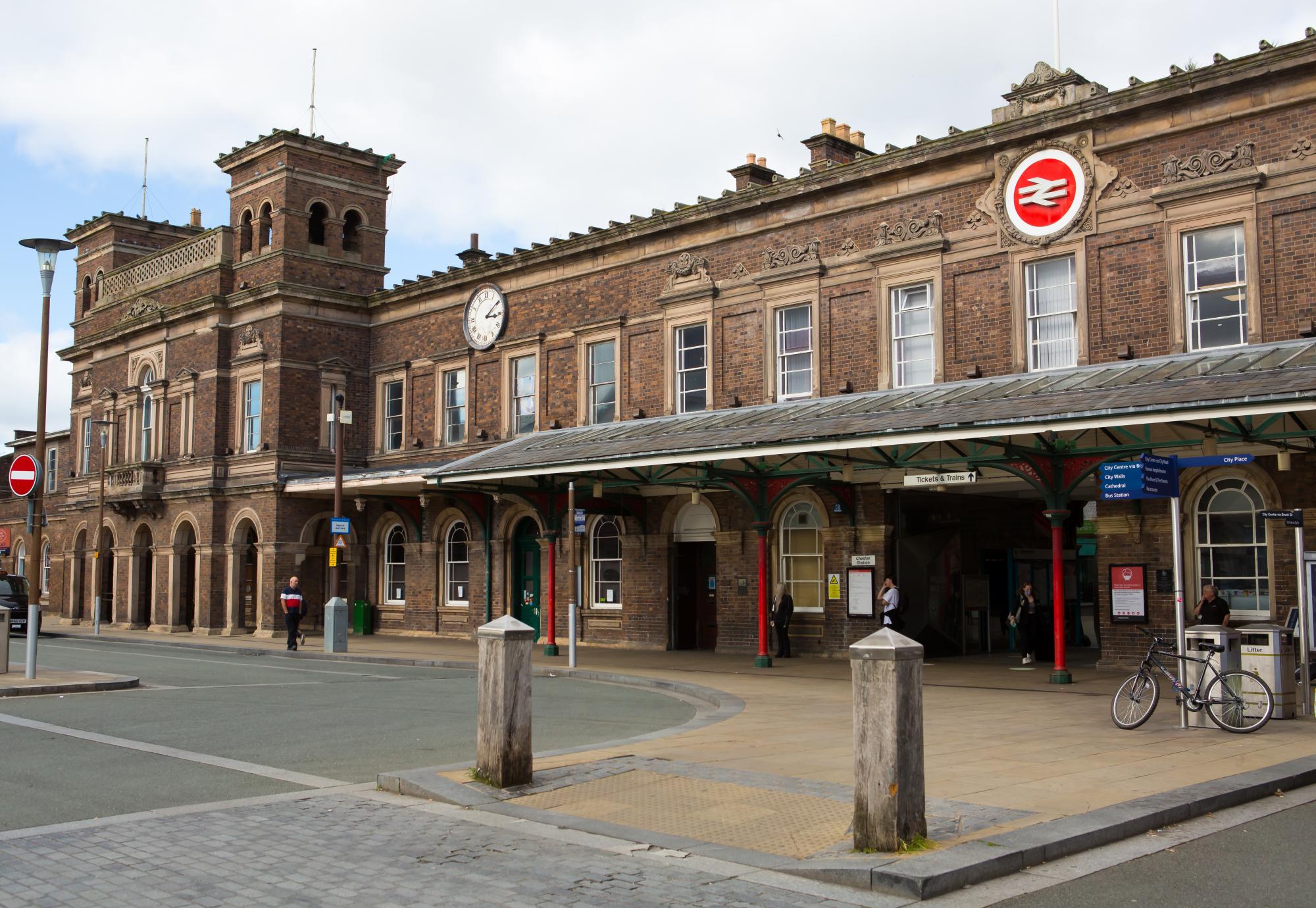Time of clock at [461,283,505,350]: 3:09
